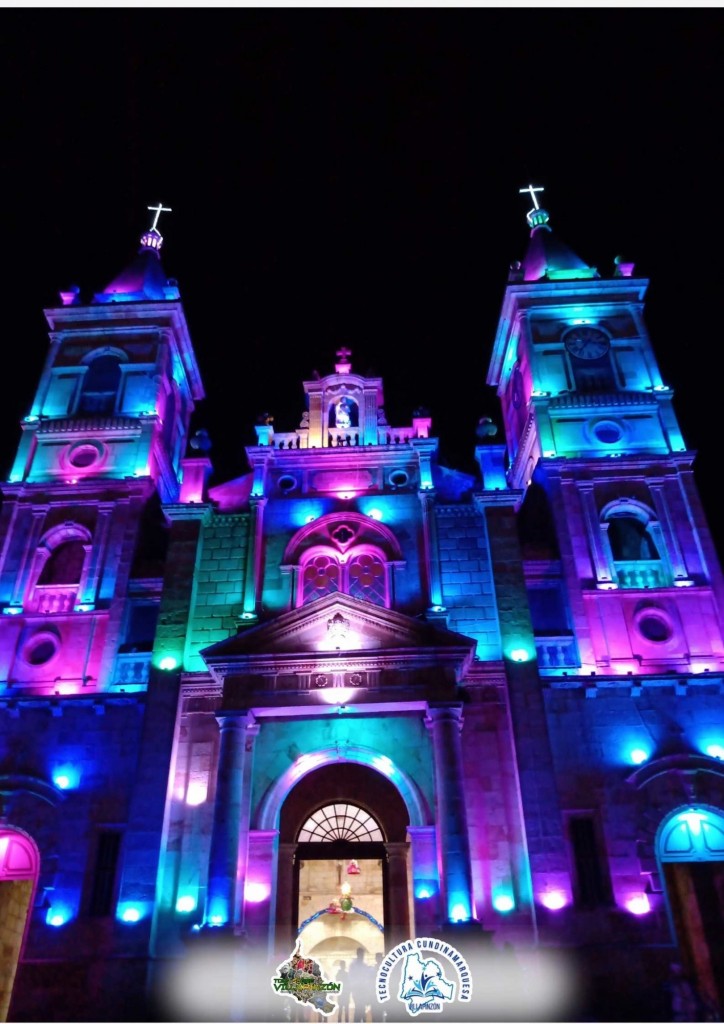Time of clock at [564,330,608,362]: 7:15
